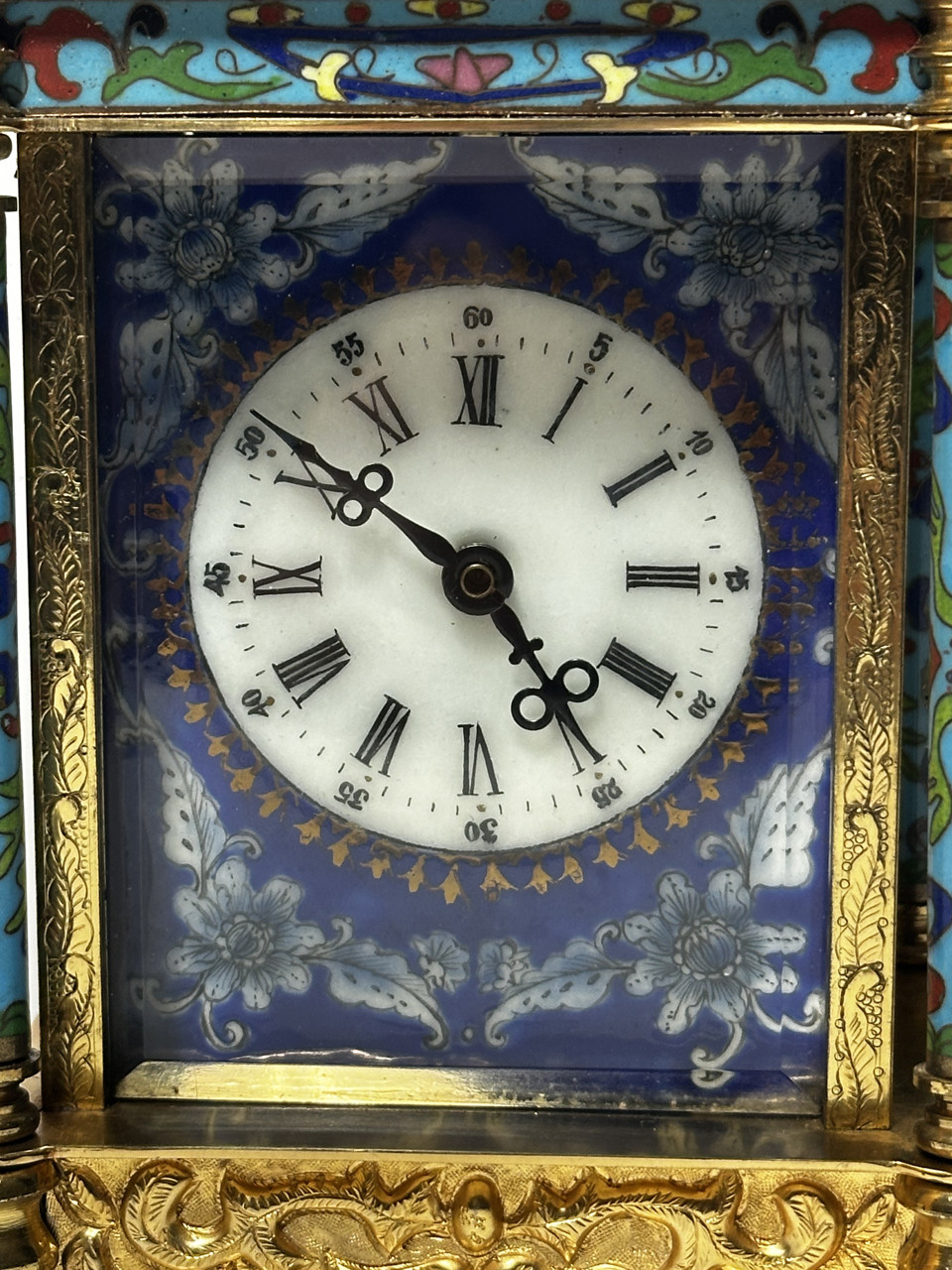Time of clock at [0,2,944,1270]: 4:50
